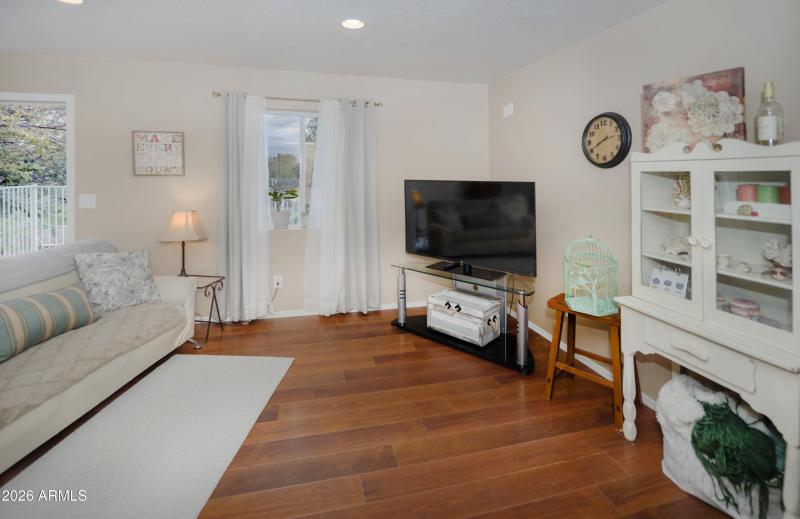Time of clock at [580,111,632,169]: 2:40
